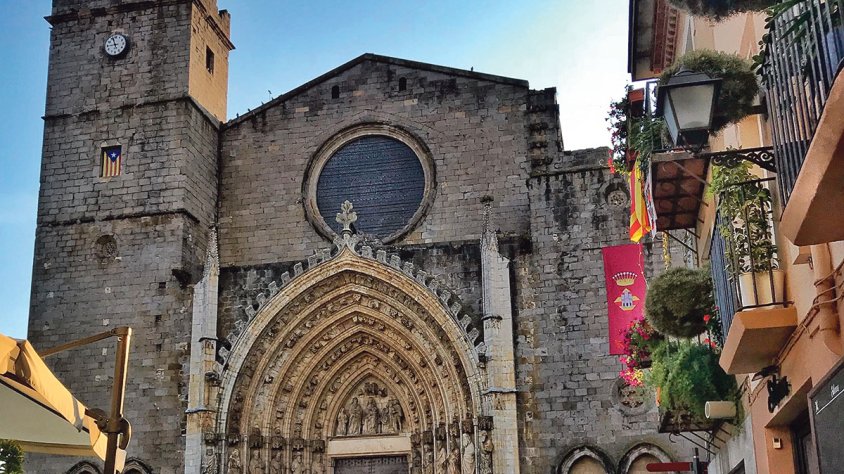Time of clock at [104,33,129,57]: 8:57
